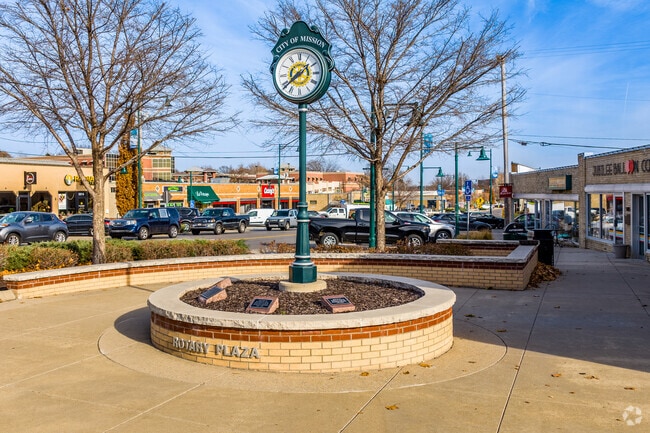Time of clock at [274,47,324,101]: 1:38
